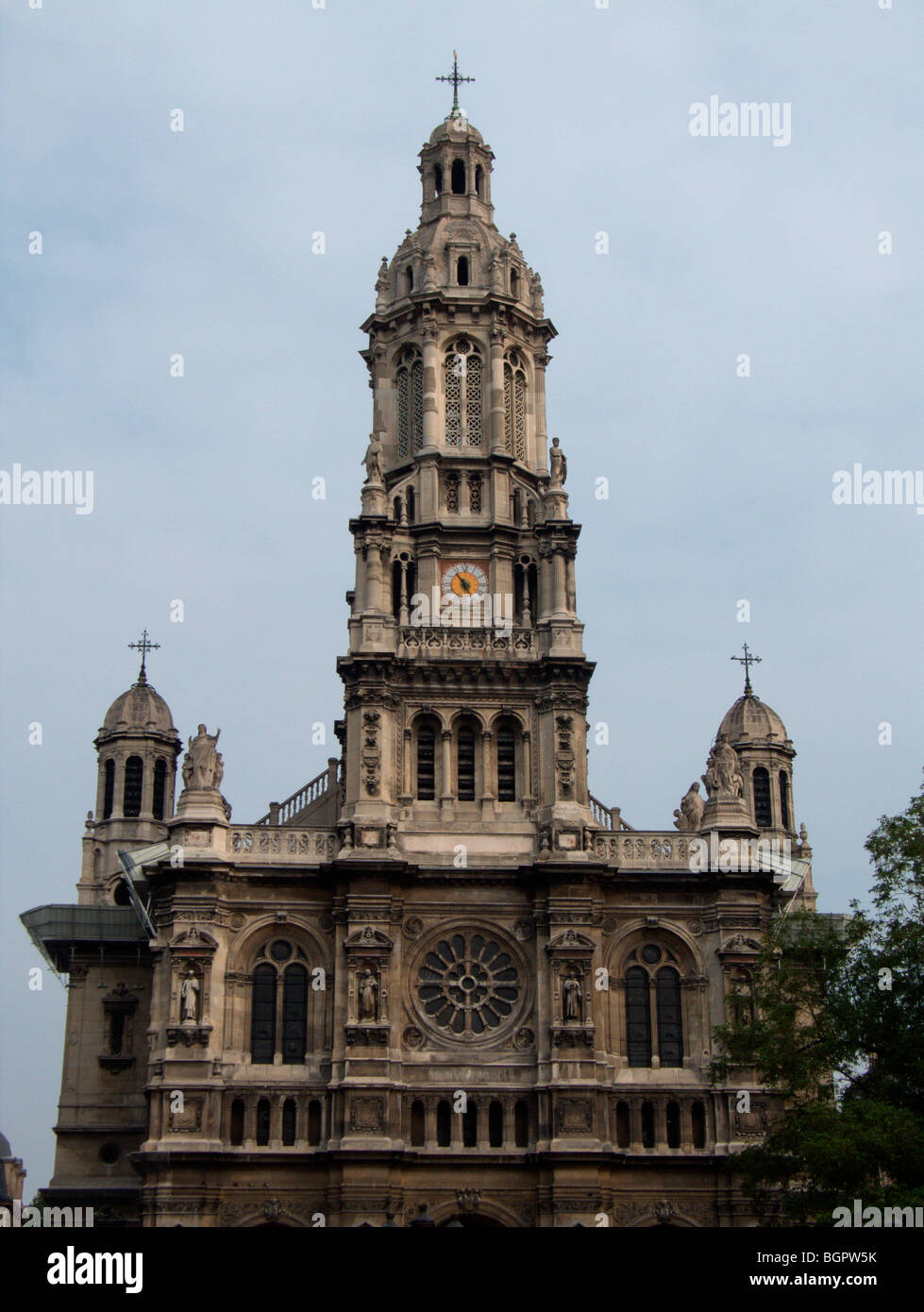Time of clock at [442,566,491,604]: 4:53
